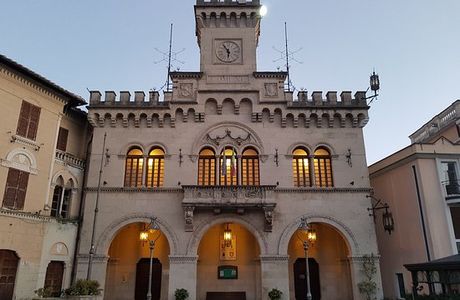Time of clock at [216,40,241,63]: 5:54
